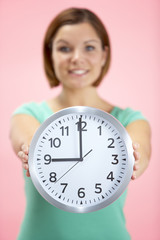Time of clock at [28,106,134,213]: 8:59
